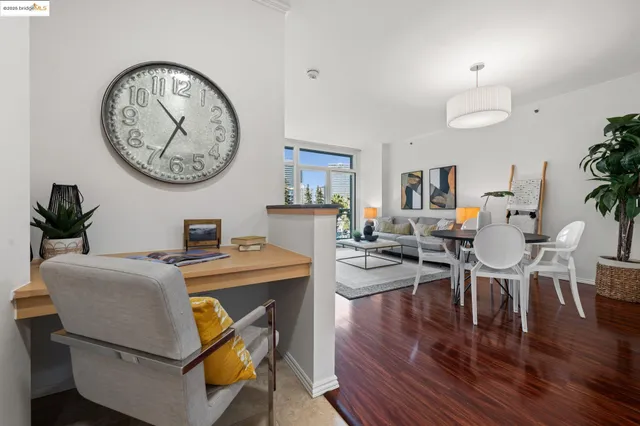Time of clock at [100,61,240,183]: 10:34
